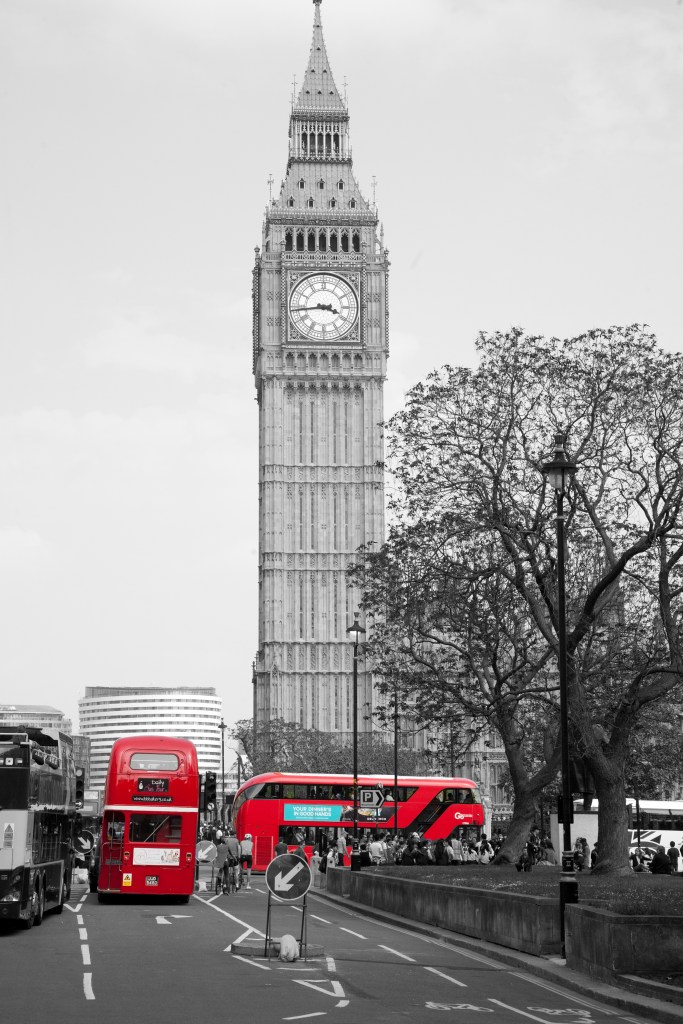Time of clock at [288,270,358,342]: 3:43
